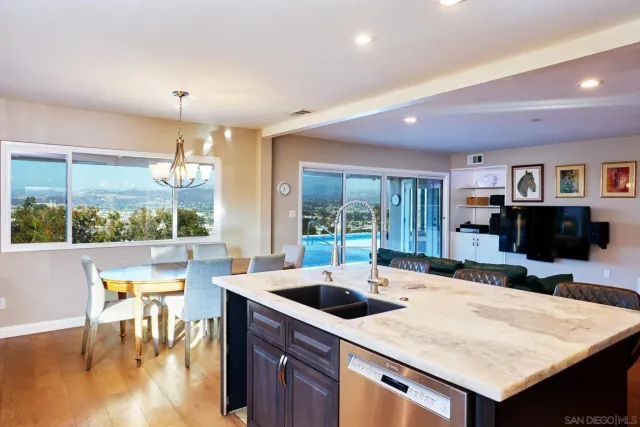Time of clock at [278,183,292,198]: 4:33
